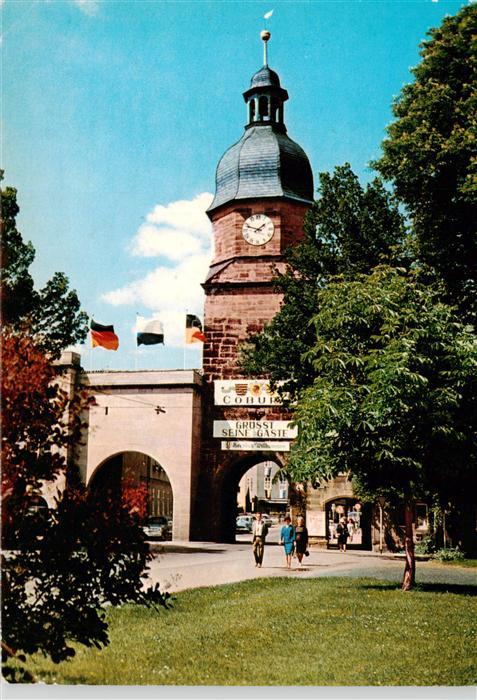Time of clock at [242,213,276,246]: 1:47
